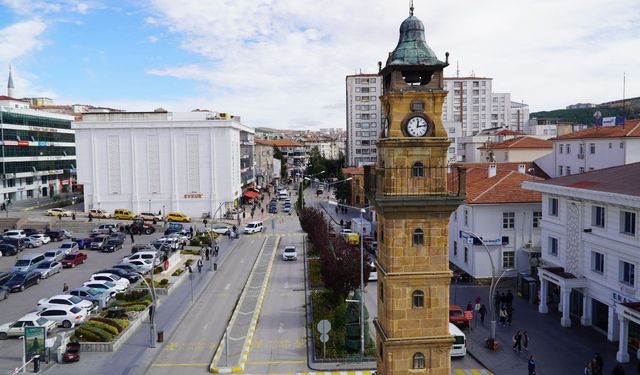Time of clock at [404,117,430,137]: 12:13
